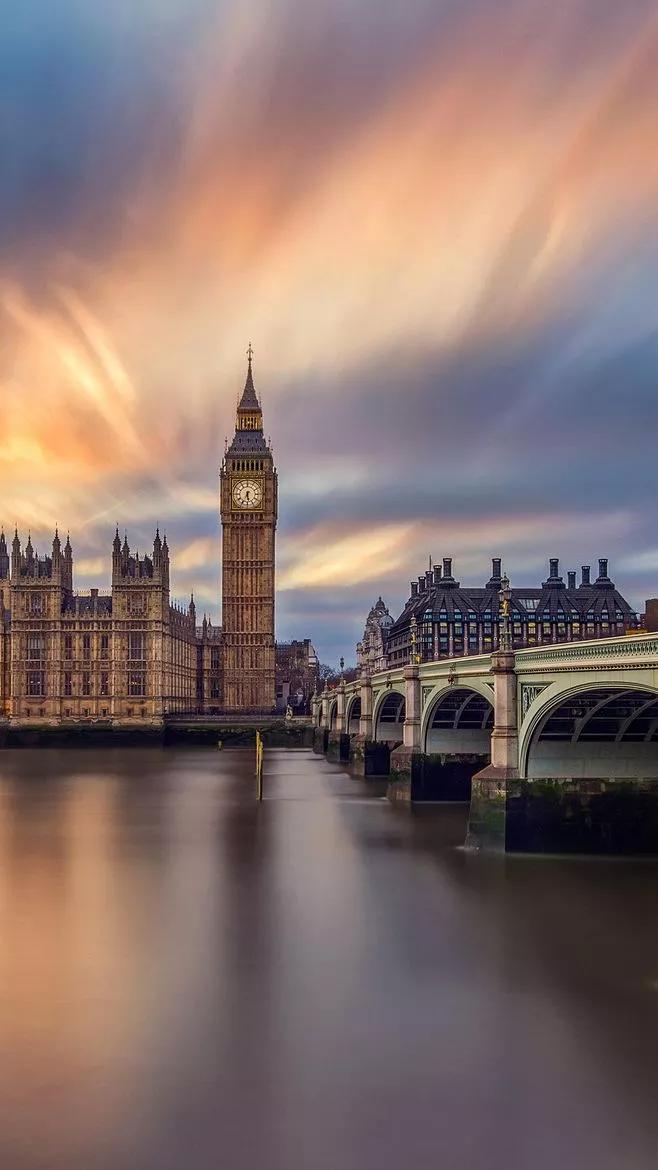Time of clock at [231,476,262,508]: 5:33
